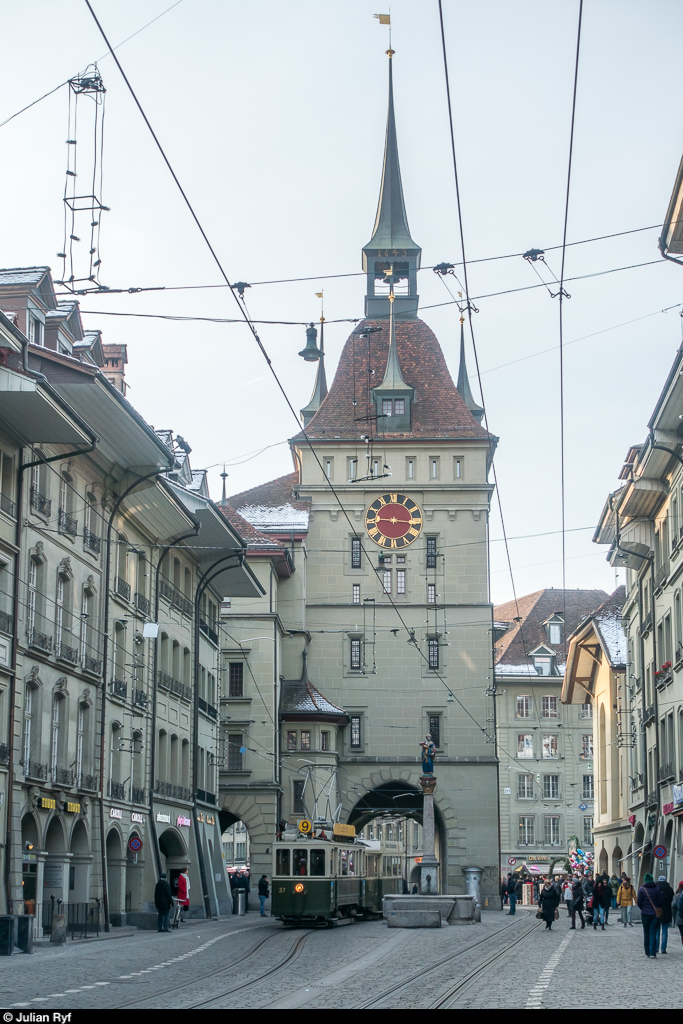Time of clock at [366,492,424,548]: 9:15
